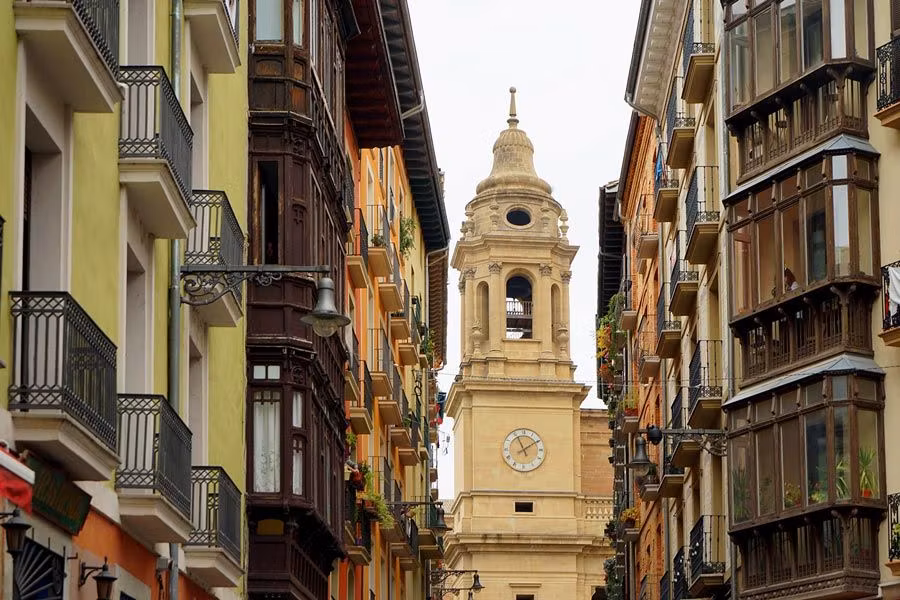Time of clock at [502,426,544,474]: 11:09
